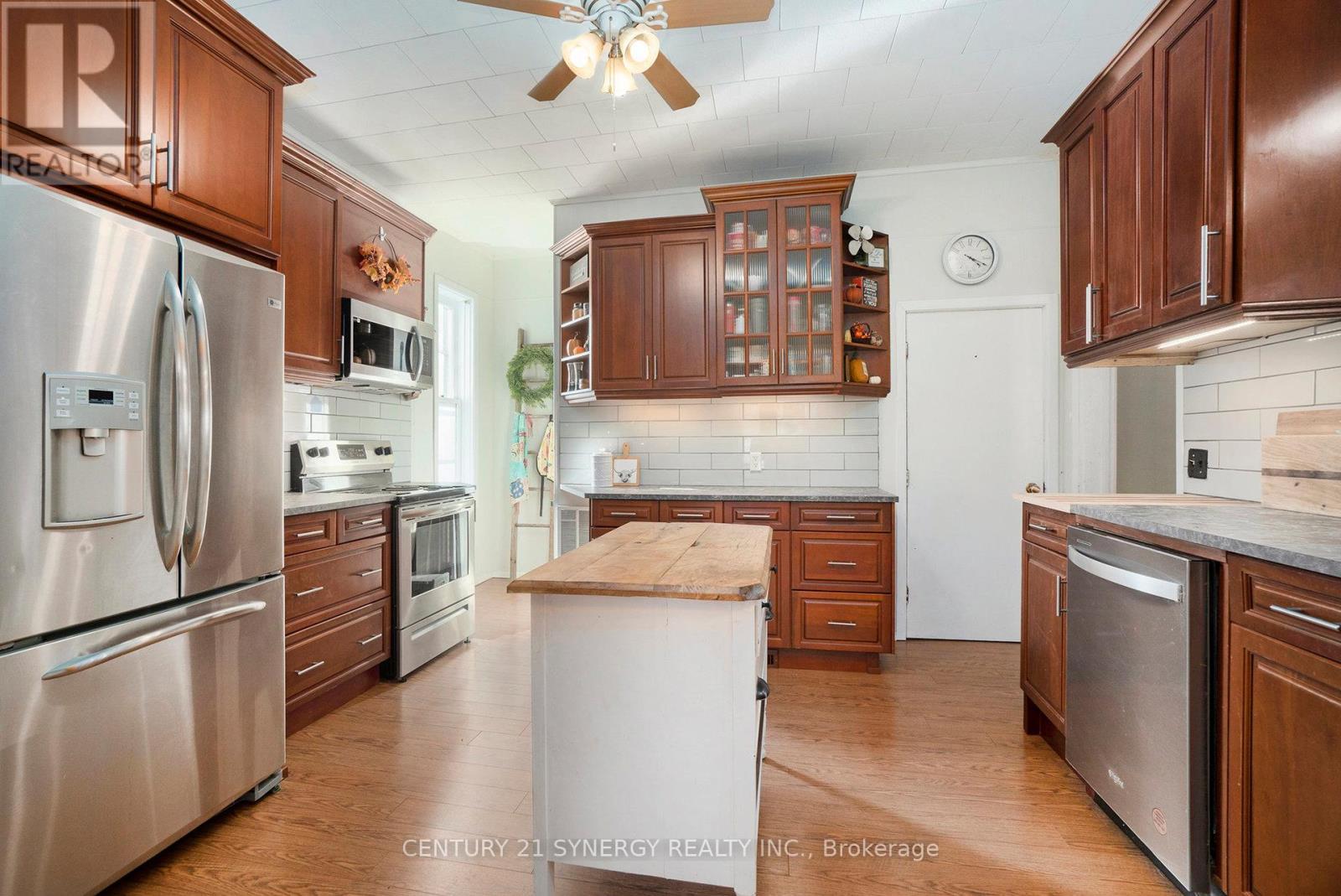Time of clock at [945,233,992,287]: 4:19
